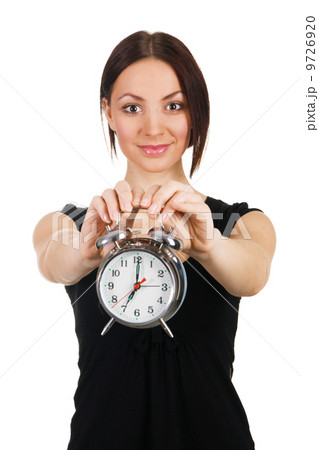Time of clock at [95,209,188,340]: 7:00
